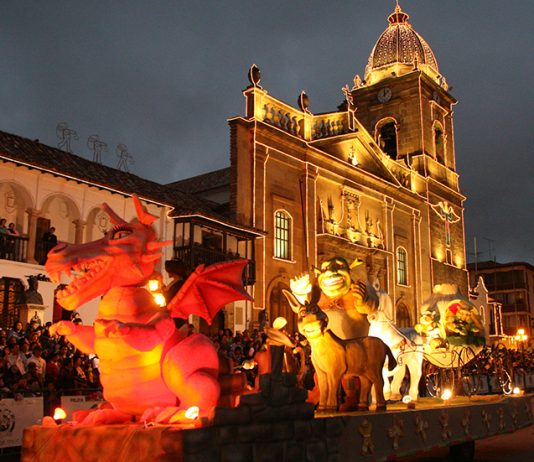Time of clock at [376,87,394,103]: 12:07
